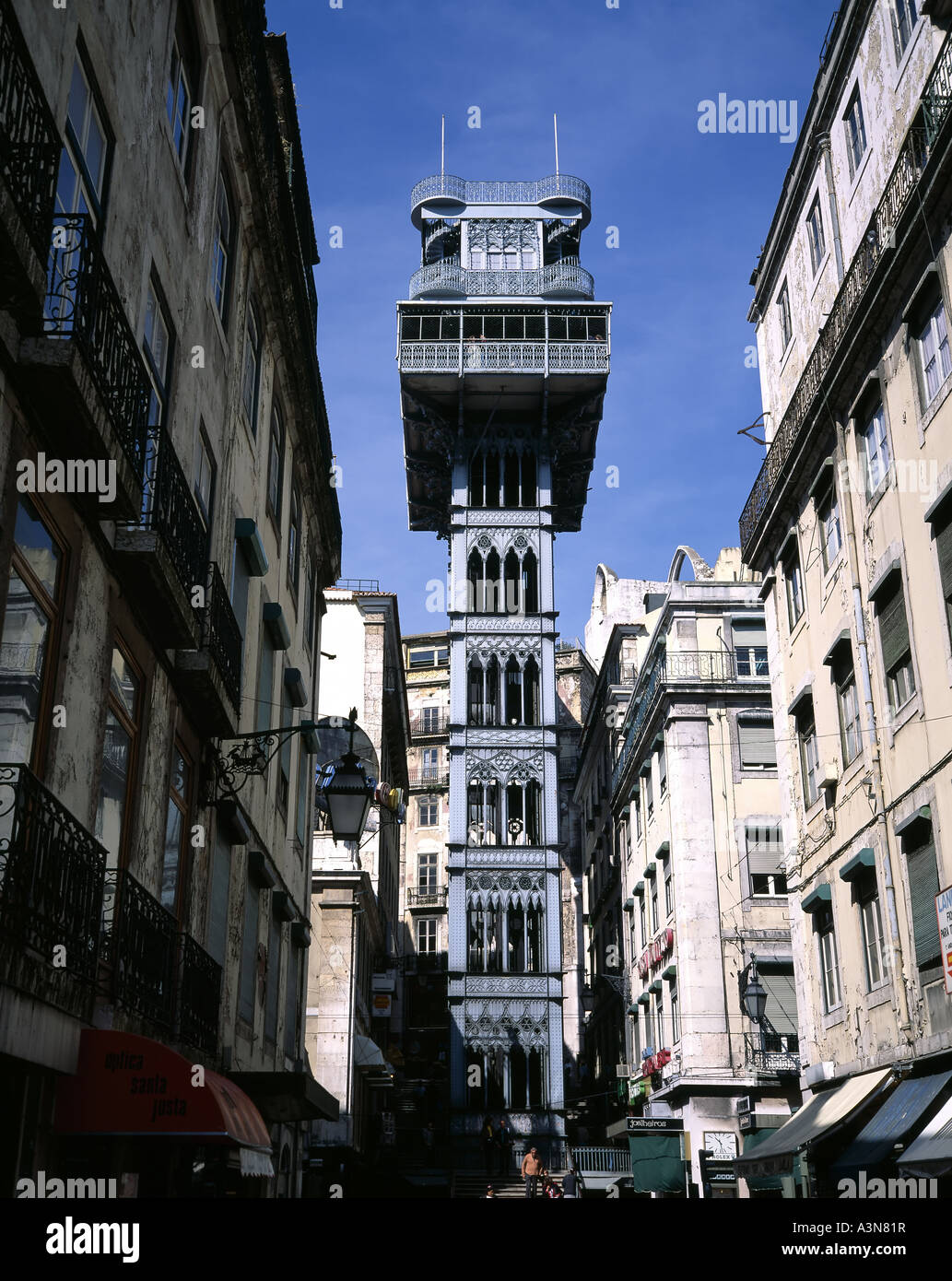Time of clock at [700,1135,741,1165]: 10:28
